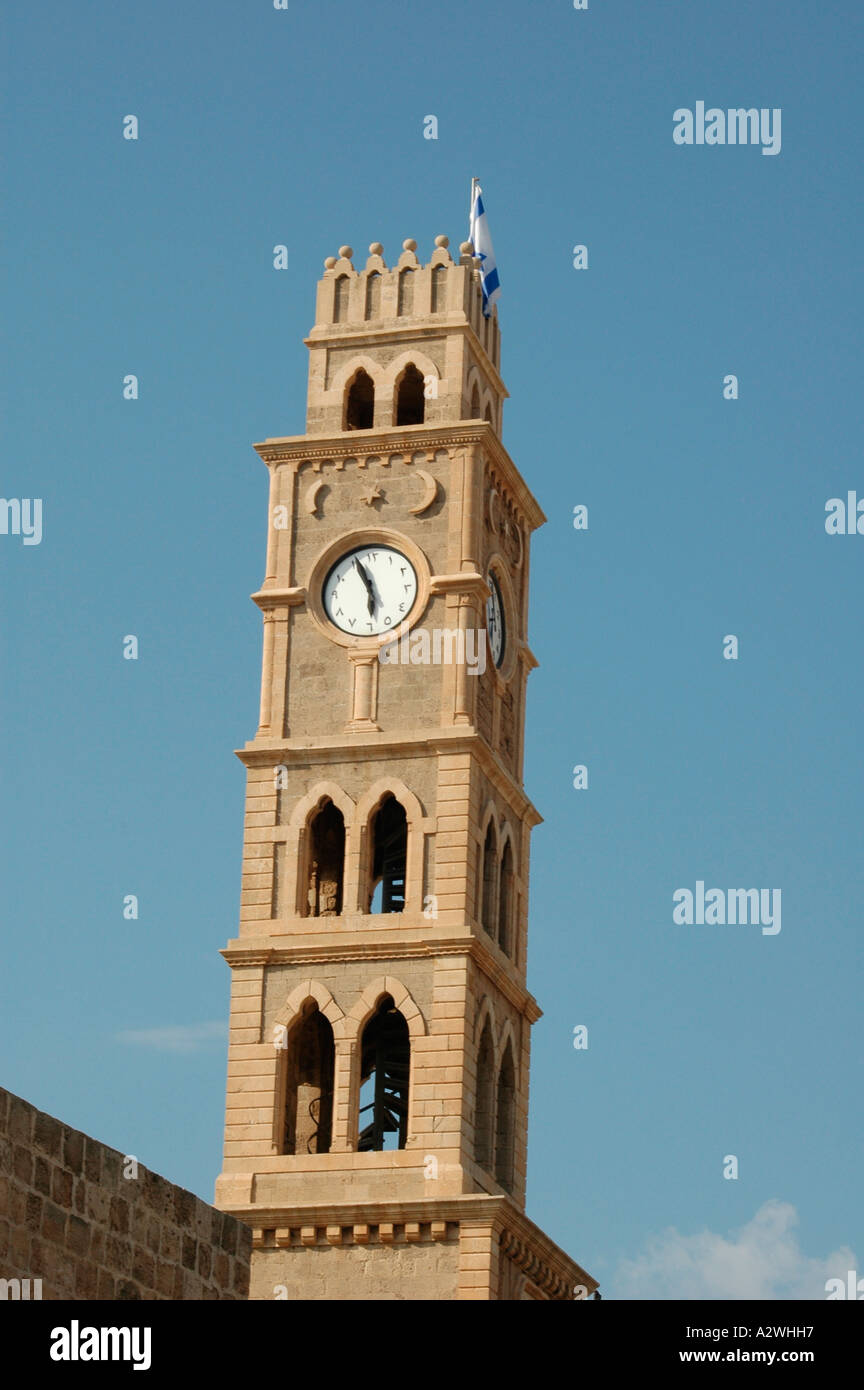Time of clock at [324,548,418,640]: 5:56
